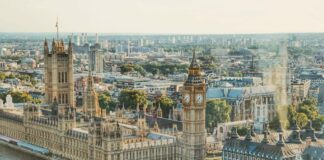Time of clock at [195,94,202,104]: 7:37
